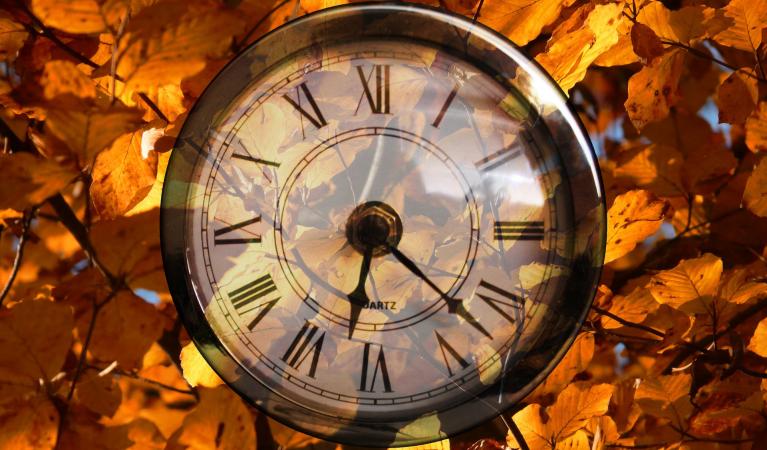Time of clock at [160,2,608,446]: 6:22
